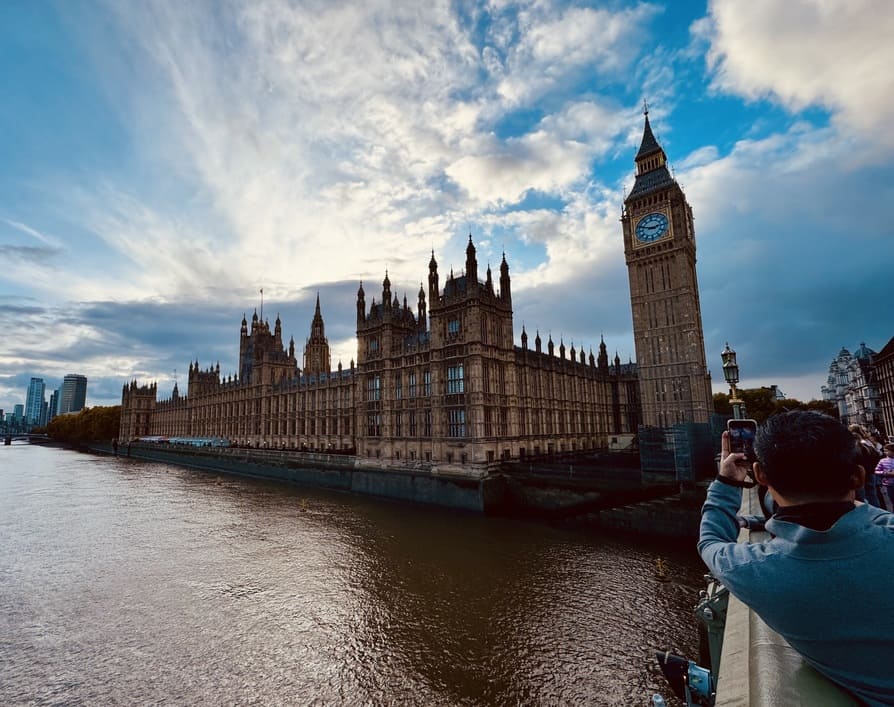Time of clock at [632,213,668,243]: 2:48
